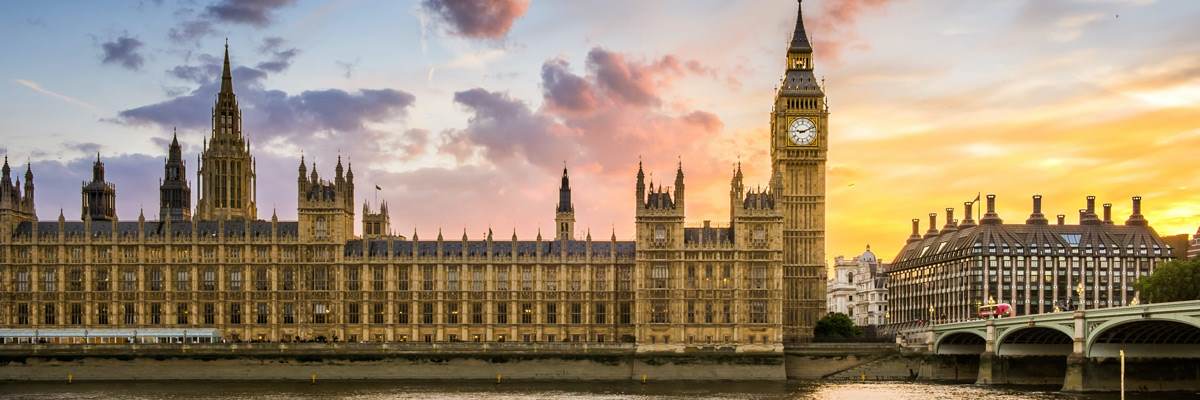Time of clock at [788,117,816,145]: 9:11
